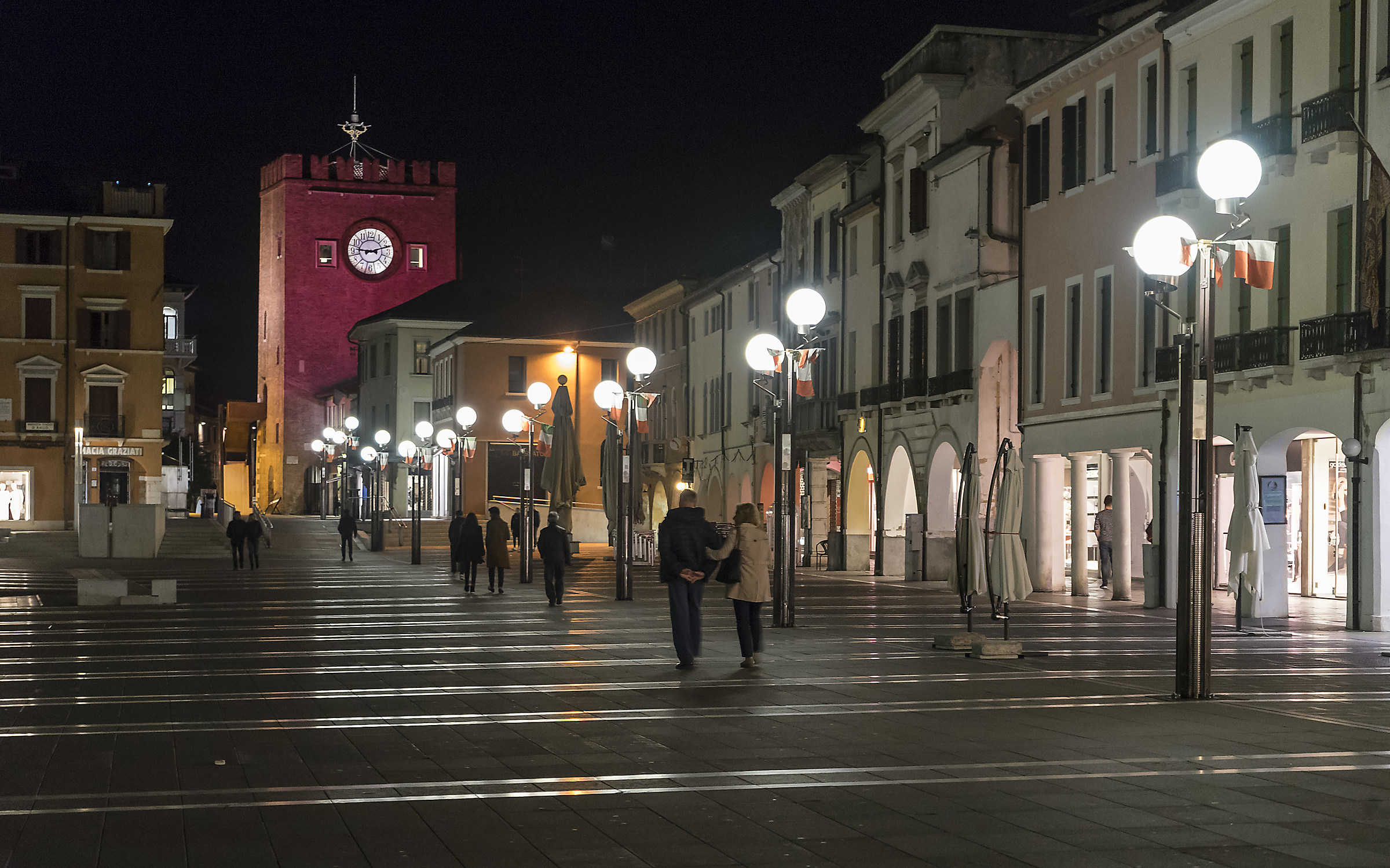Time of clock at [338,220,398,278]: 9:12
